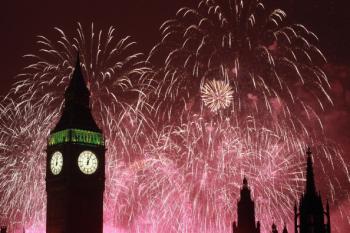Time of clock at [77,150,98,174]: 12:04
